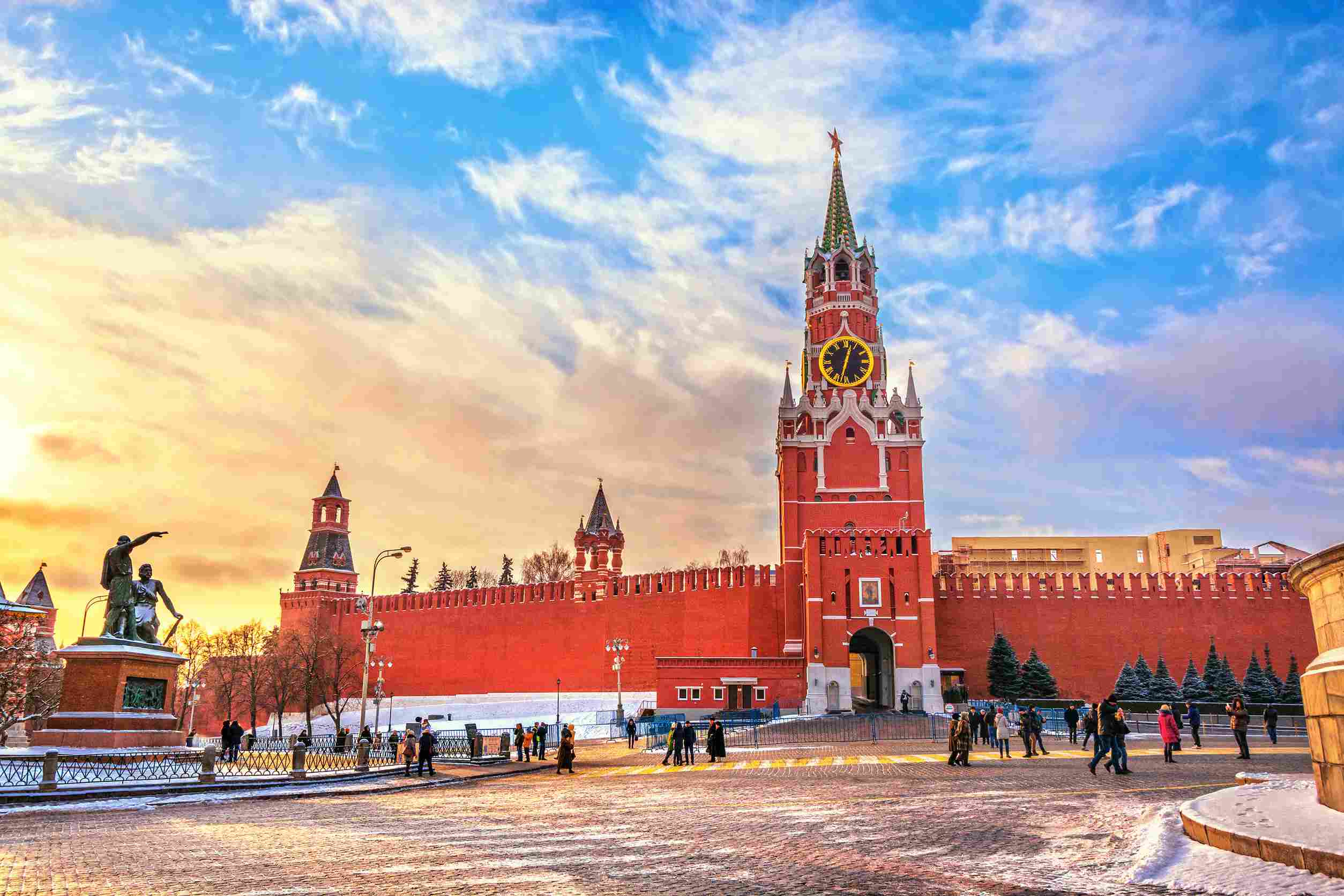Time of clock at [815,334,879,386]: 12:32
